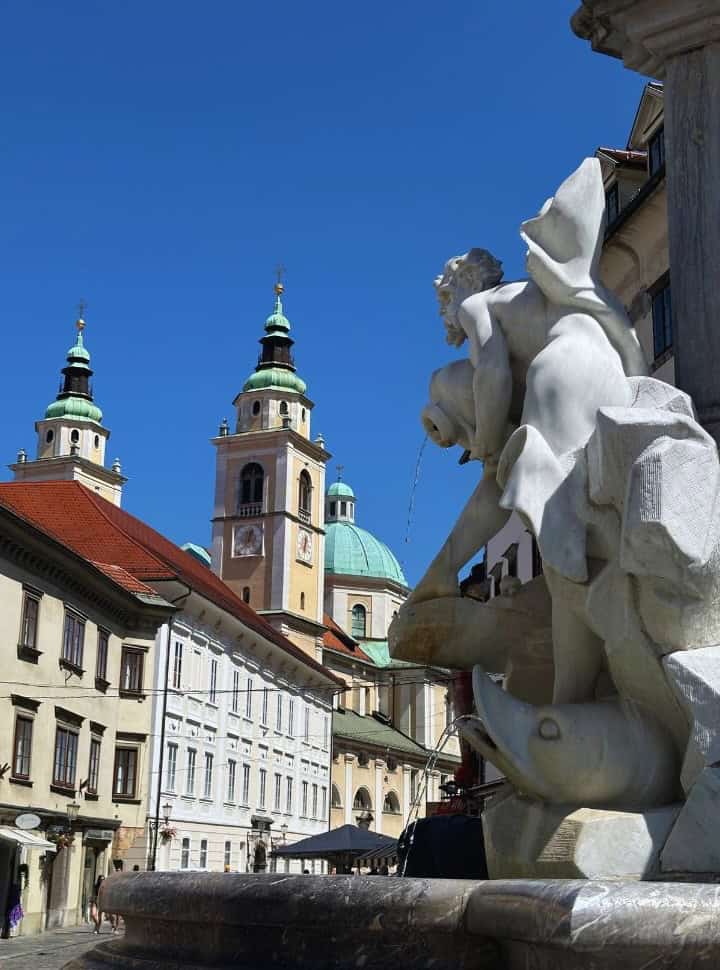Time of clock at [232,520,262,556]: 12:37
